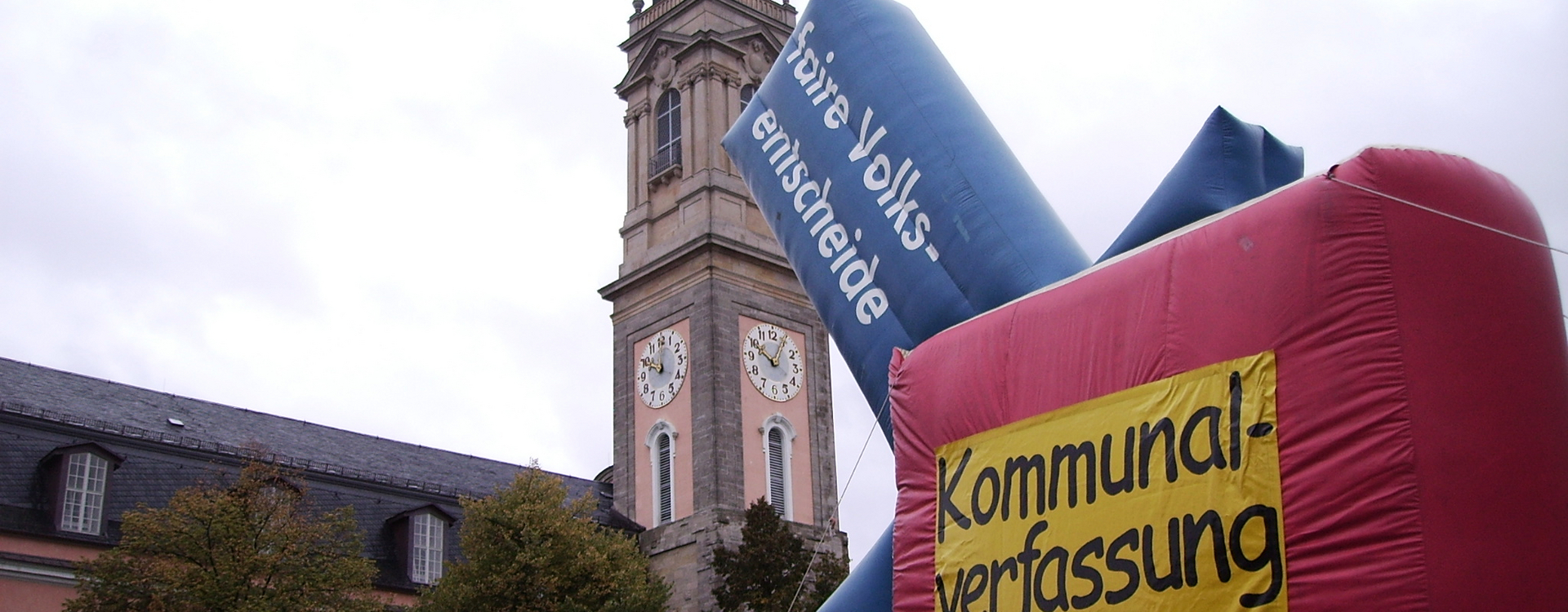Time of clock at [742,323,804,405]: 10:04
